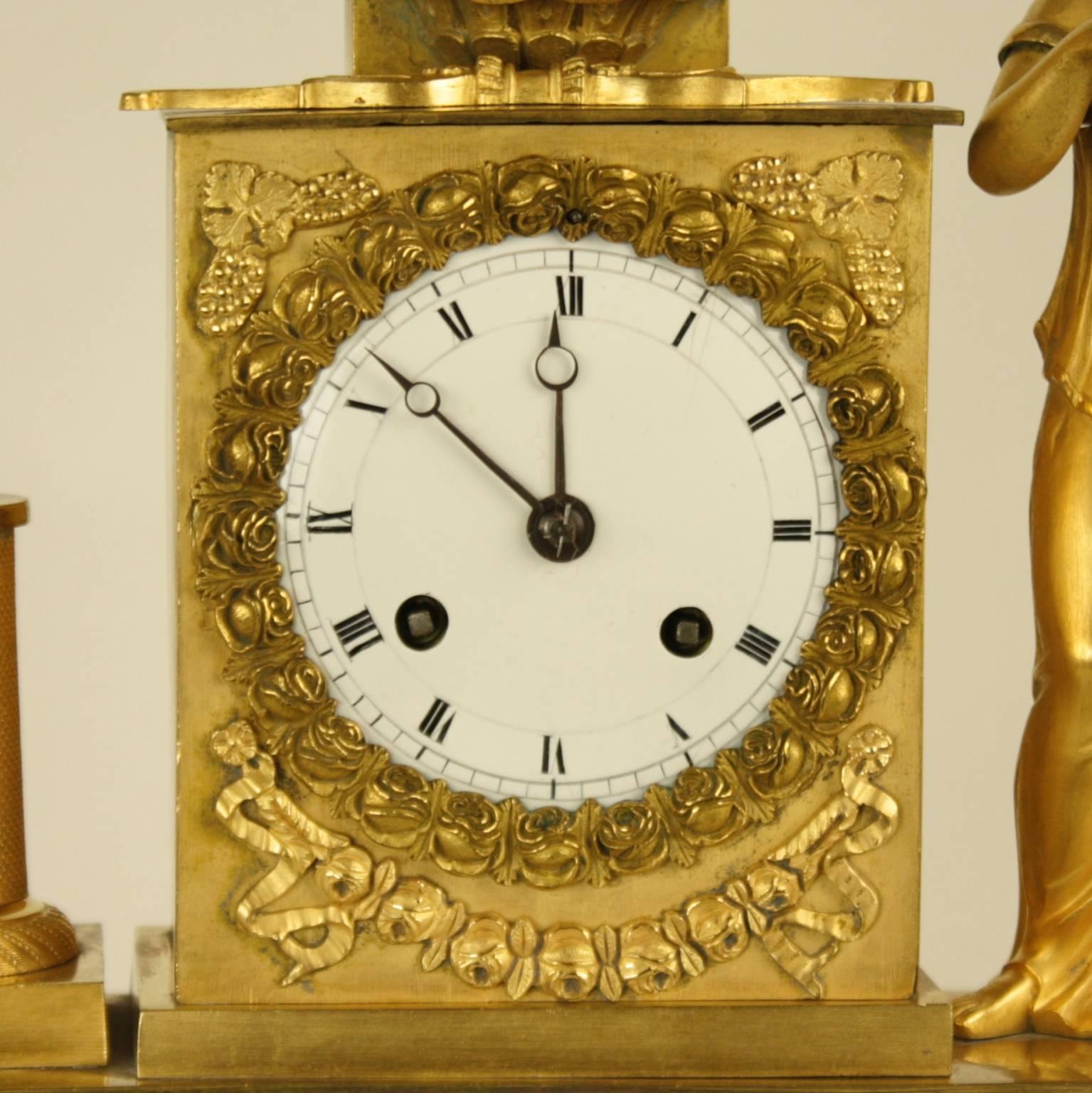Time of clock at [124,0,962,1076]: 11:51
